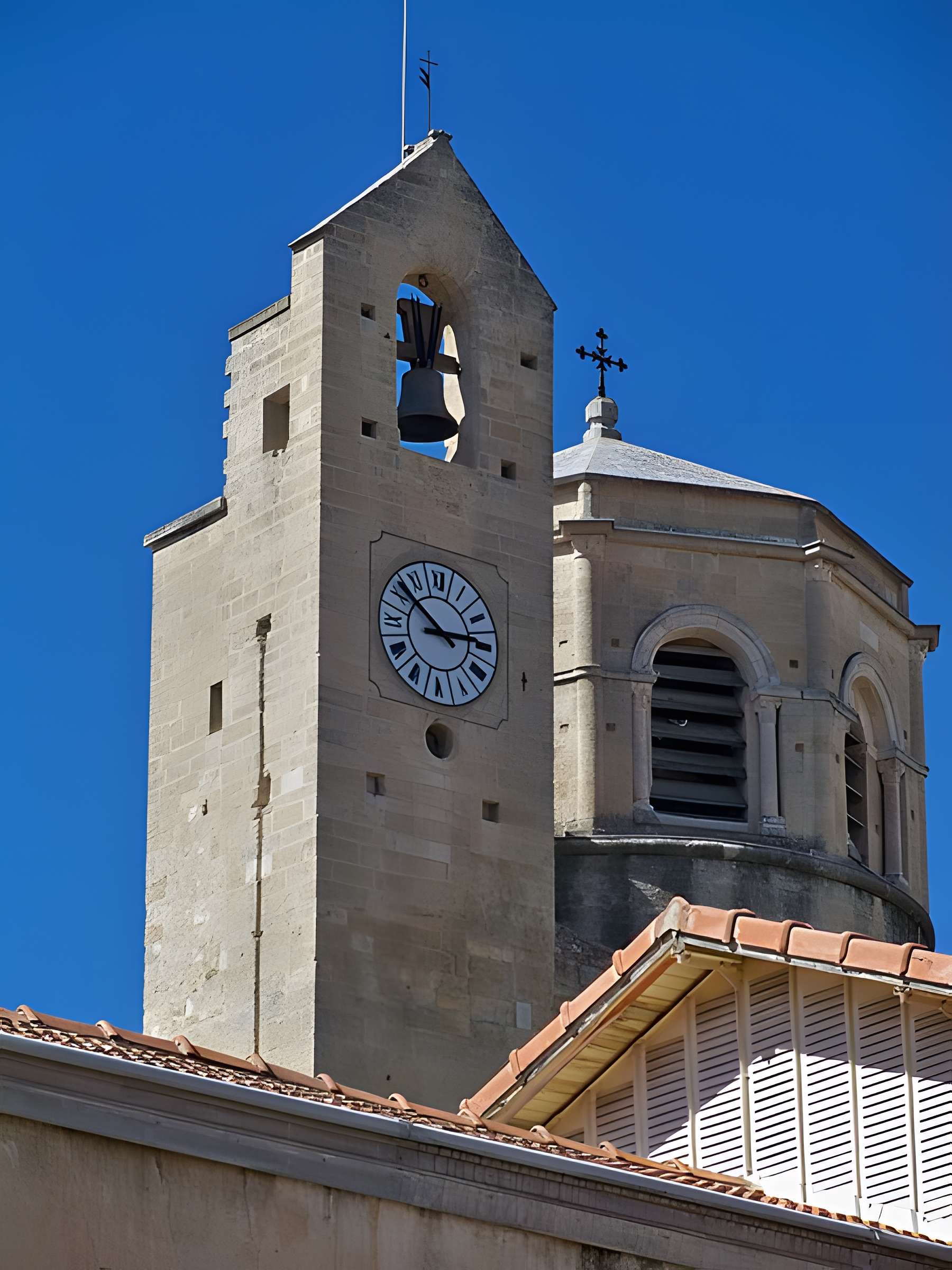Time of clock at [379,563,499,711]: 2:51
